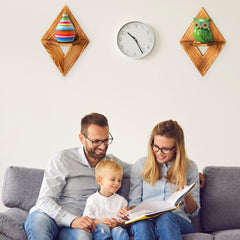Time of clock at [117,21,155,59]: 10:25
